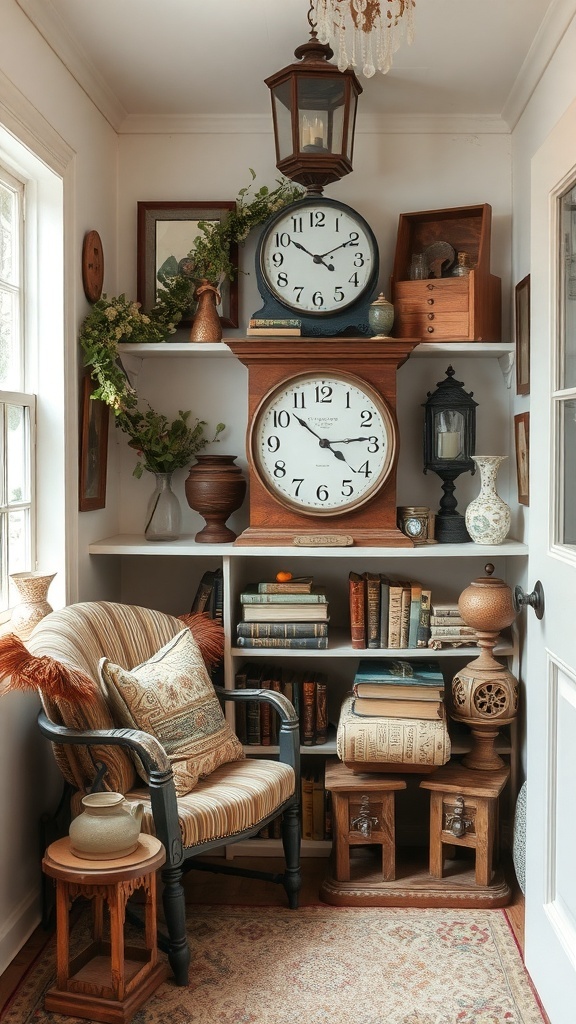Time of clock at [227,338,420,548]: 4:13
